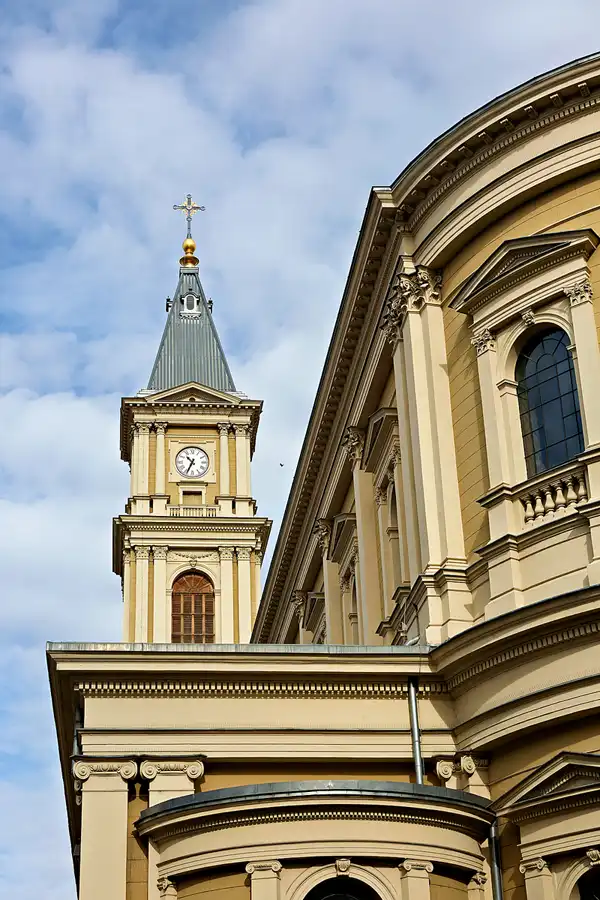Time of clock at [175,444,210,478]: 10:34
